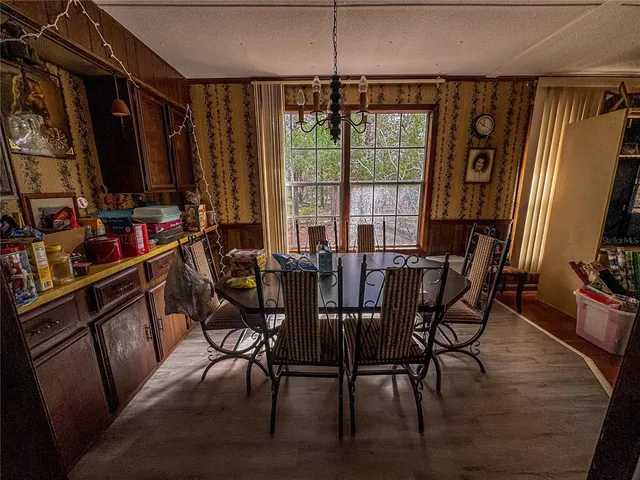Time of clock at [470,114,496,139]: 11:51
